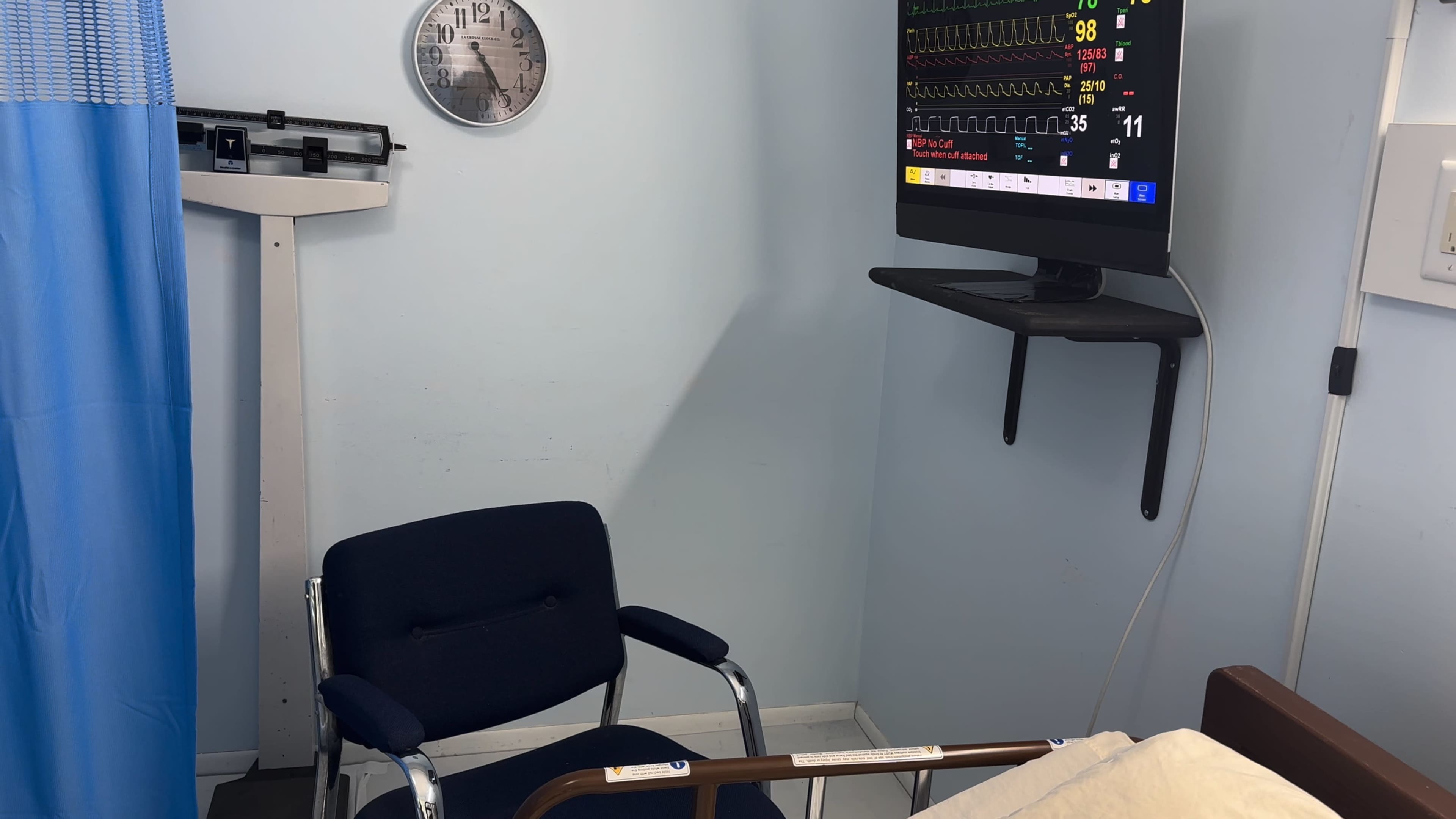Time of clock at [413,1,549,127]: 5:24
